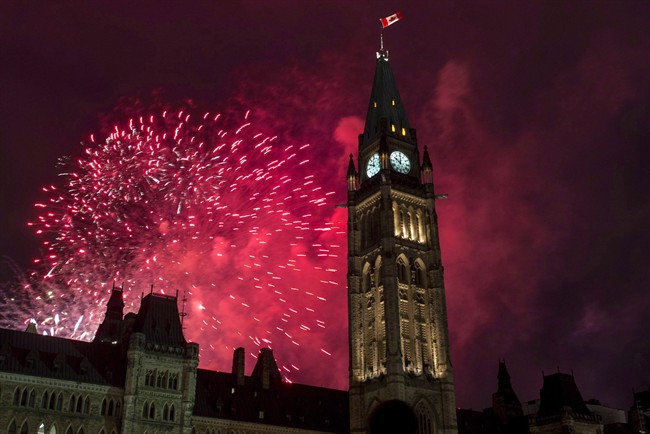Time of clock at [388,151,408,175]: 10:00
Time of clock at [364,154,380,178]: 11:48
